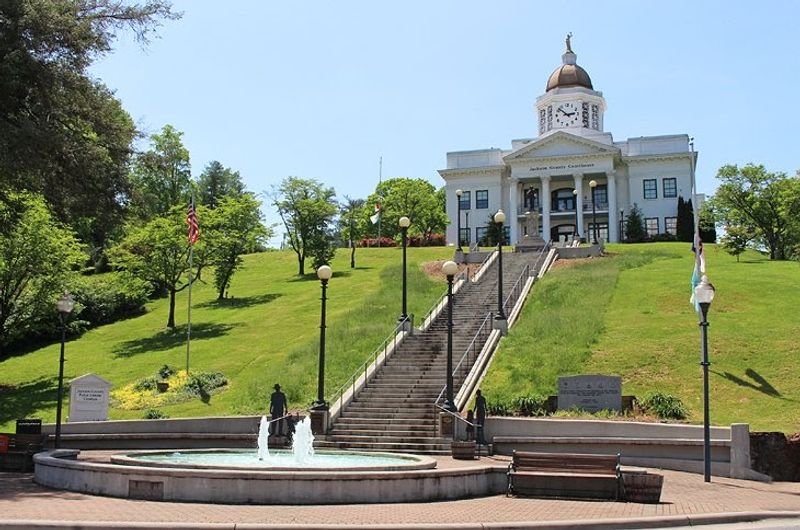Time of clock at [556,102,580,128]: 2:52
